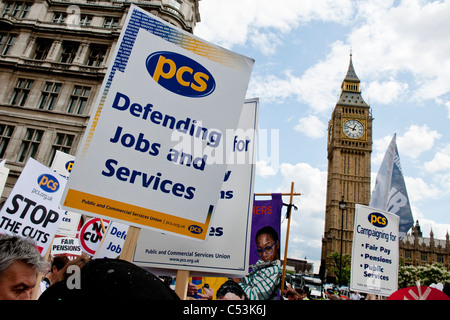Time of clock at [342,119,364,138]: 12:47
